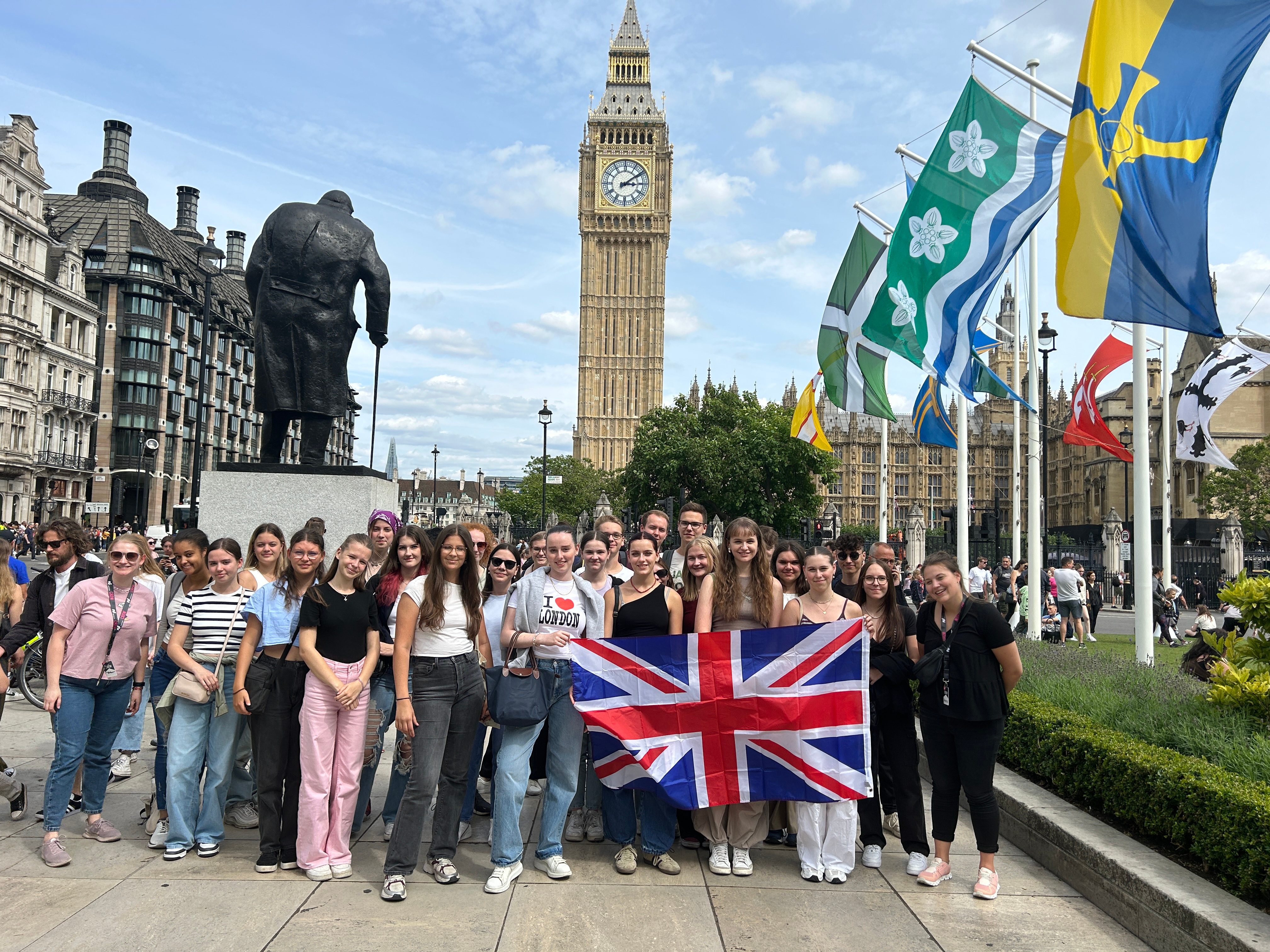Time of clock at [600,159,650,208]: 3:09
